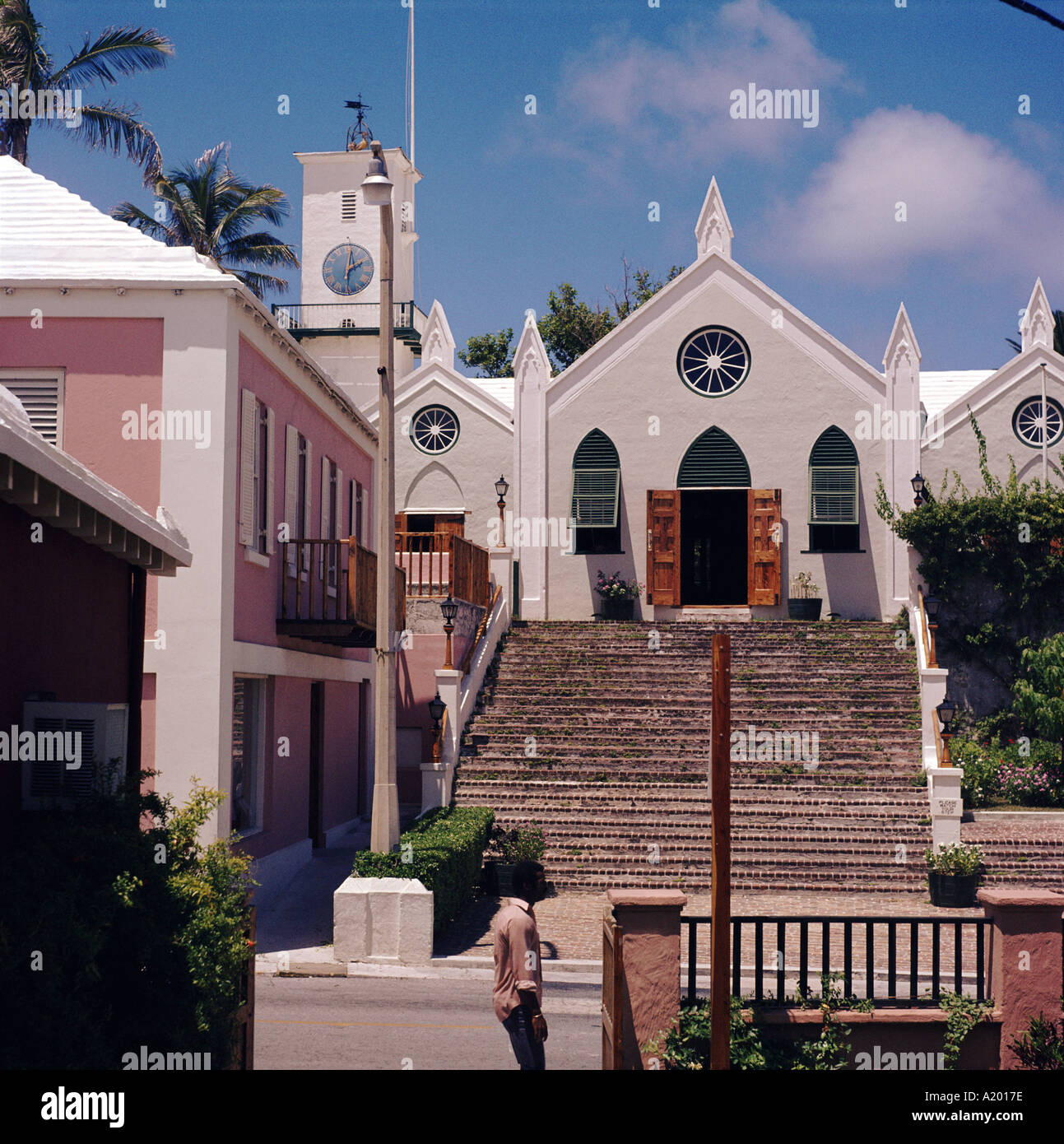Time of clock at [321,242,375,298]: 2:01
